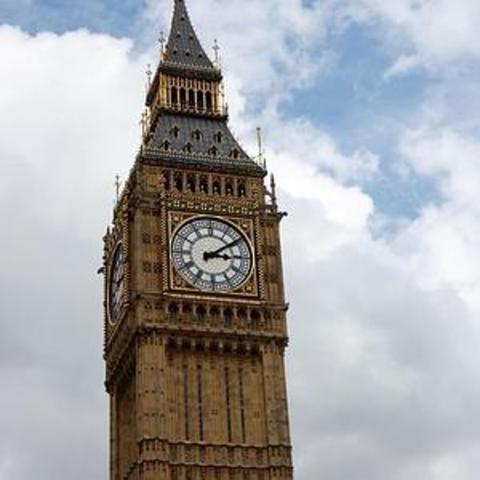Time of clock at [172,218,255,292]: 3:09
